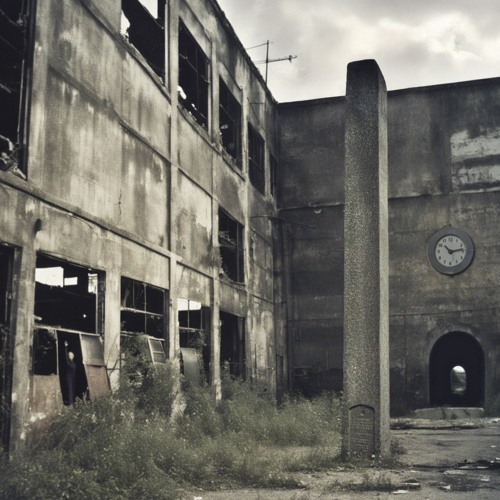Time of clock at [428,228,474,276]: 10:13
